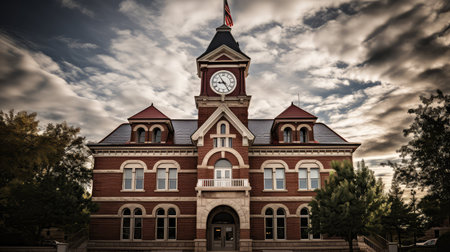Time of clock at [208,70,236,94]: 8:54
